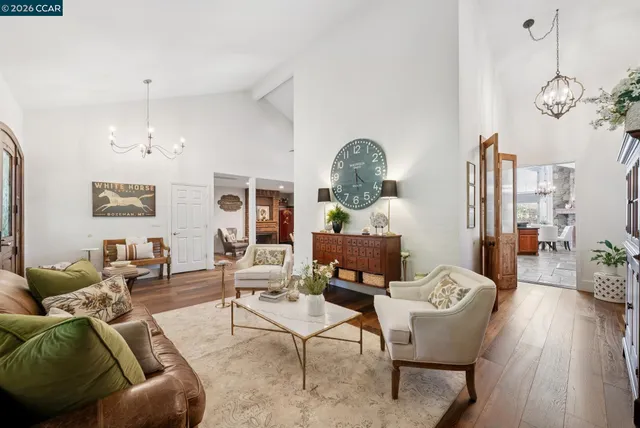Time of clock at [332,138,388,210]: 4:28
